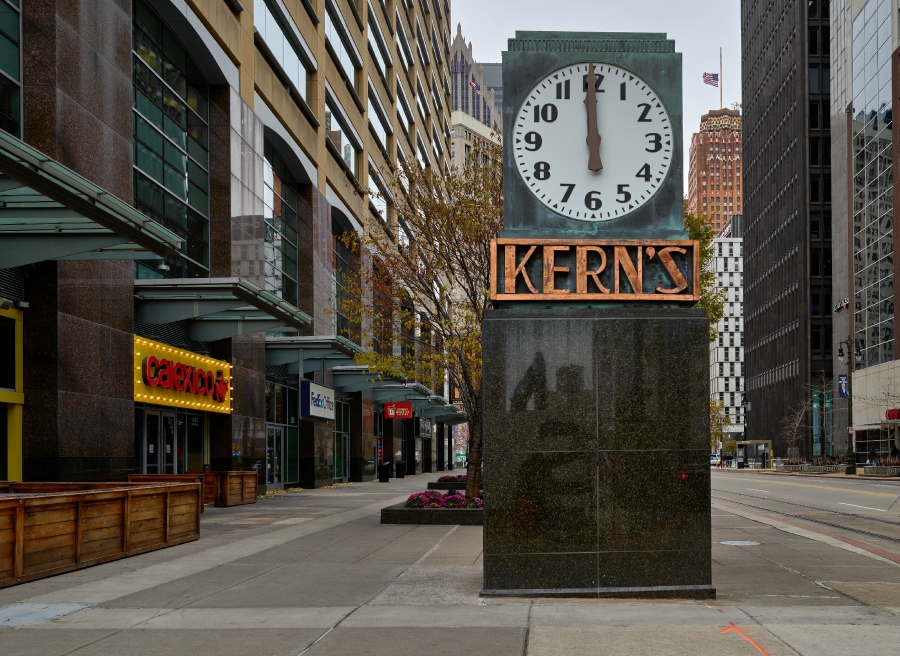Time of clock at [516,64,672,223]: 11:59
